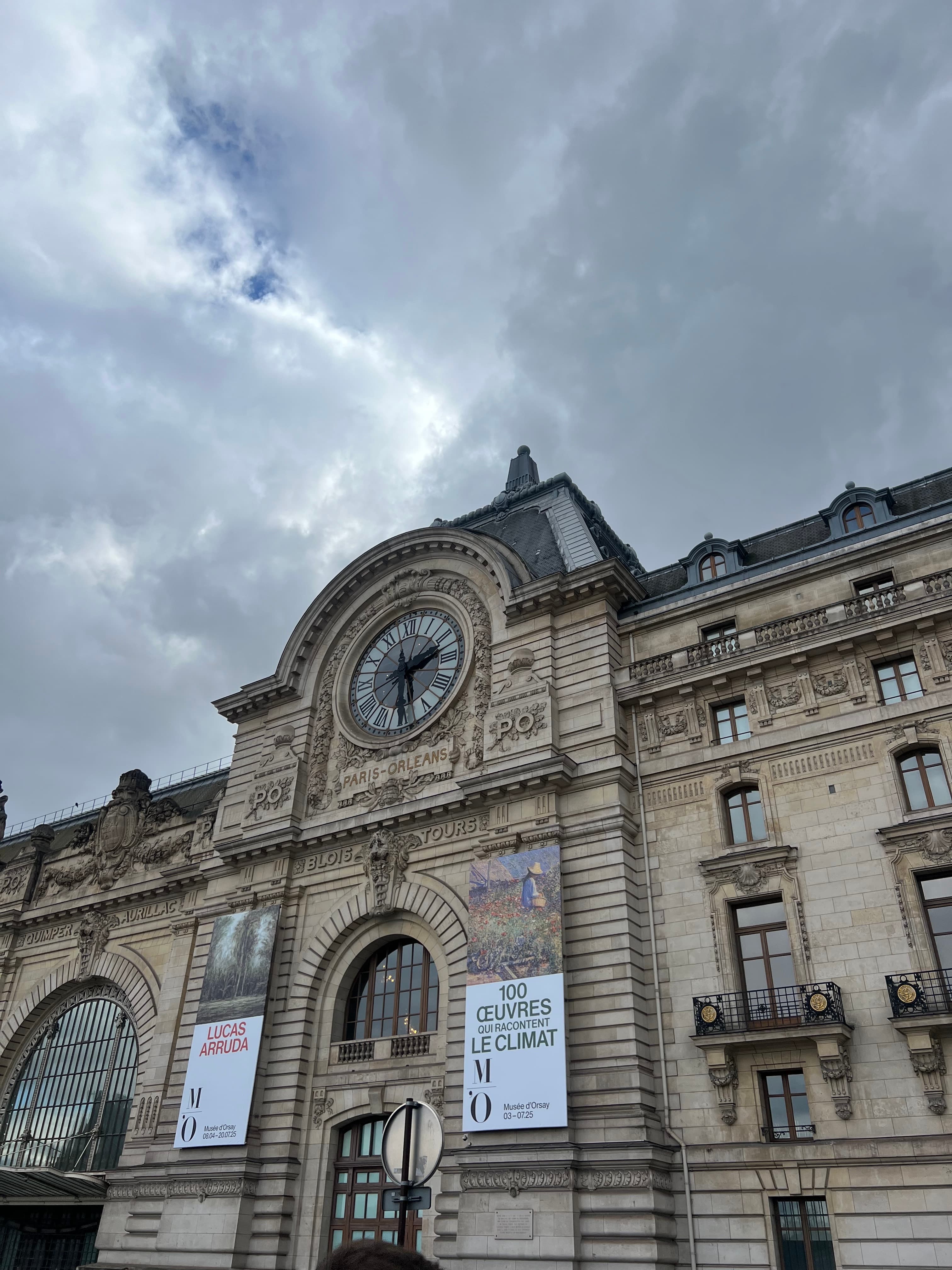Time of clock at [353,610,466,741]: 2:29
